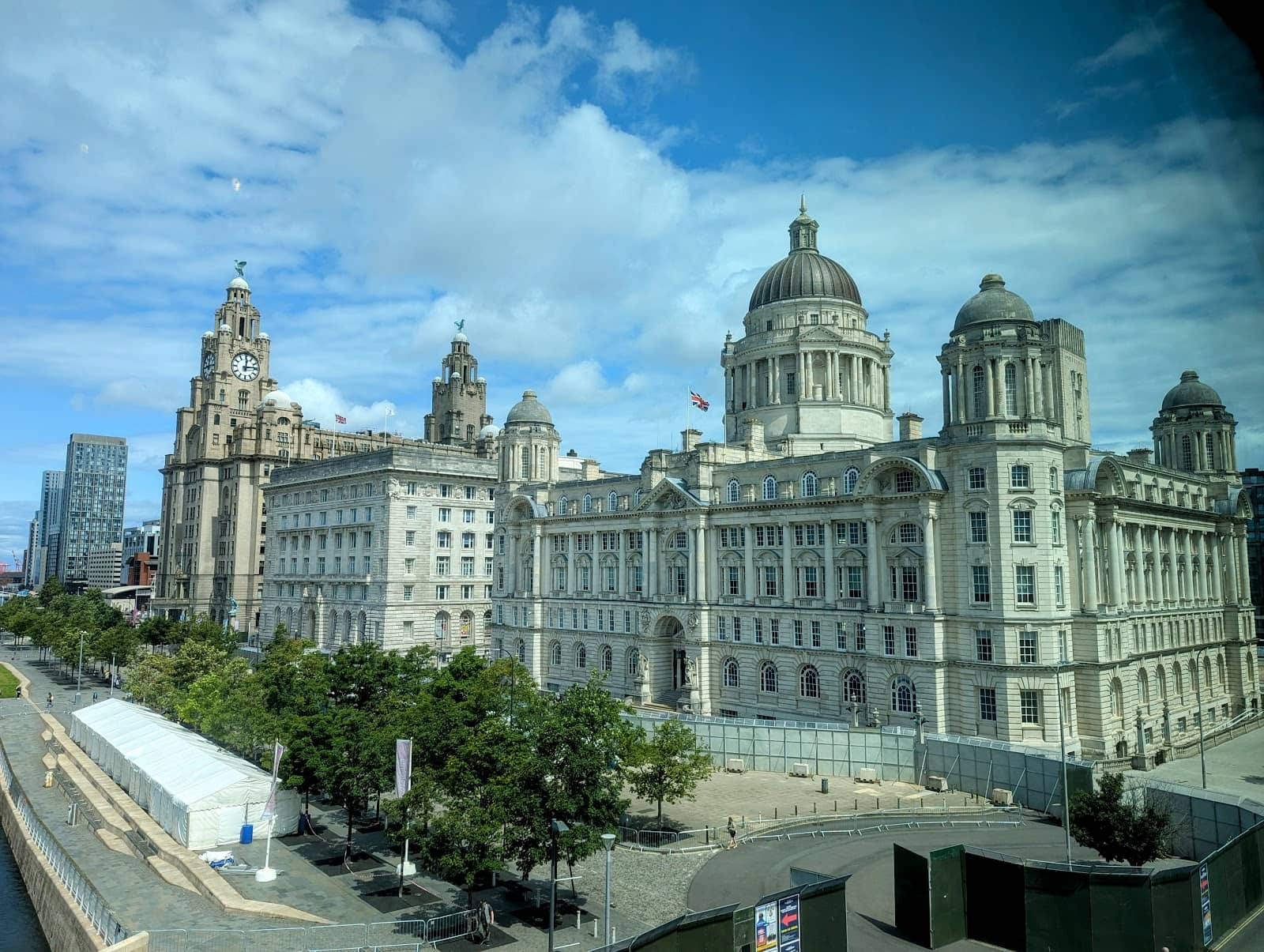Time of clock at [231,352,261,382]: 12:13
